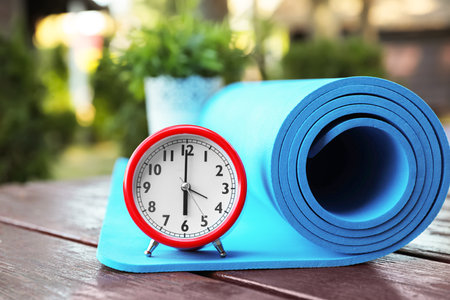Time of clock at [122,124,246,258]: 5:59
